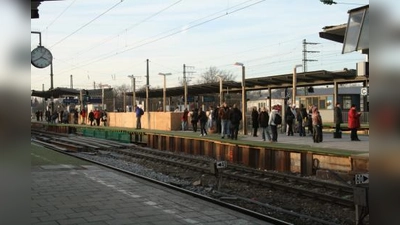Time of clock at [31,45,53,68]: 3:40
